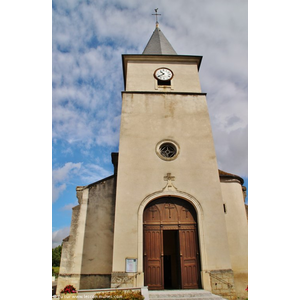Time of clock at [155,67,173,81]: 10:39
